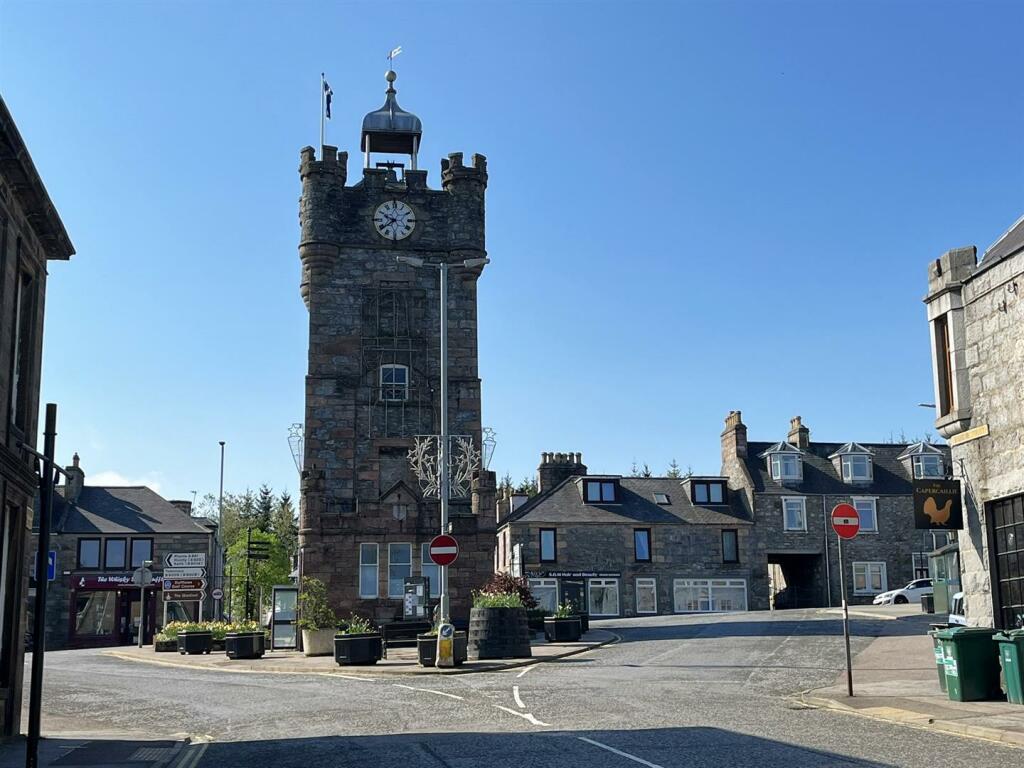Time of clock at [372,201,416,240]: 9:38
